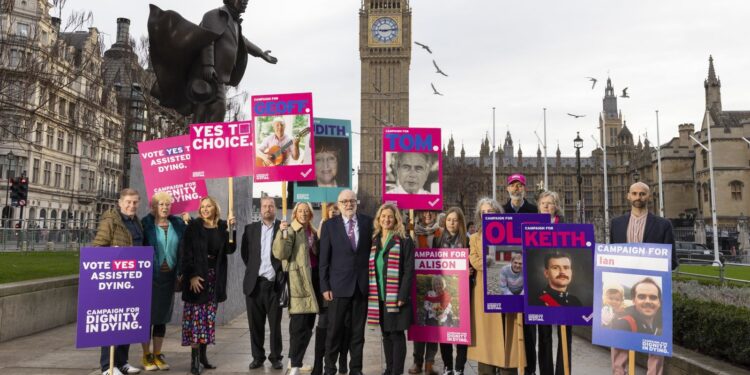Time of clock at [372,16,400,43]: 9:13
